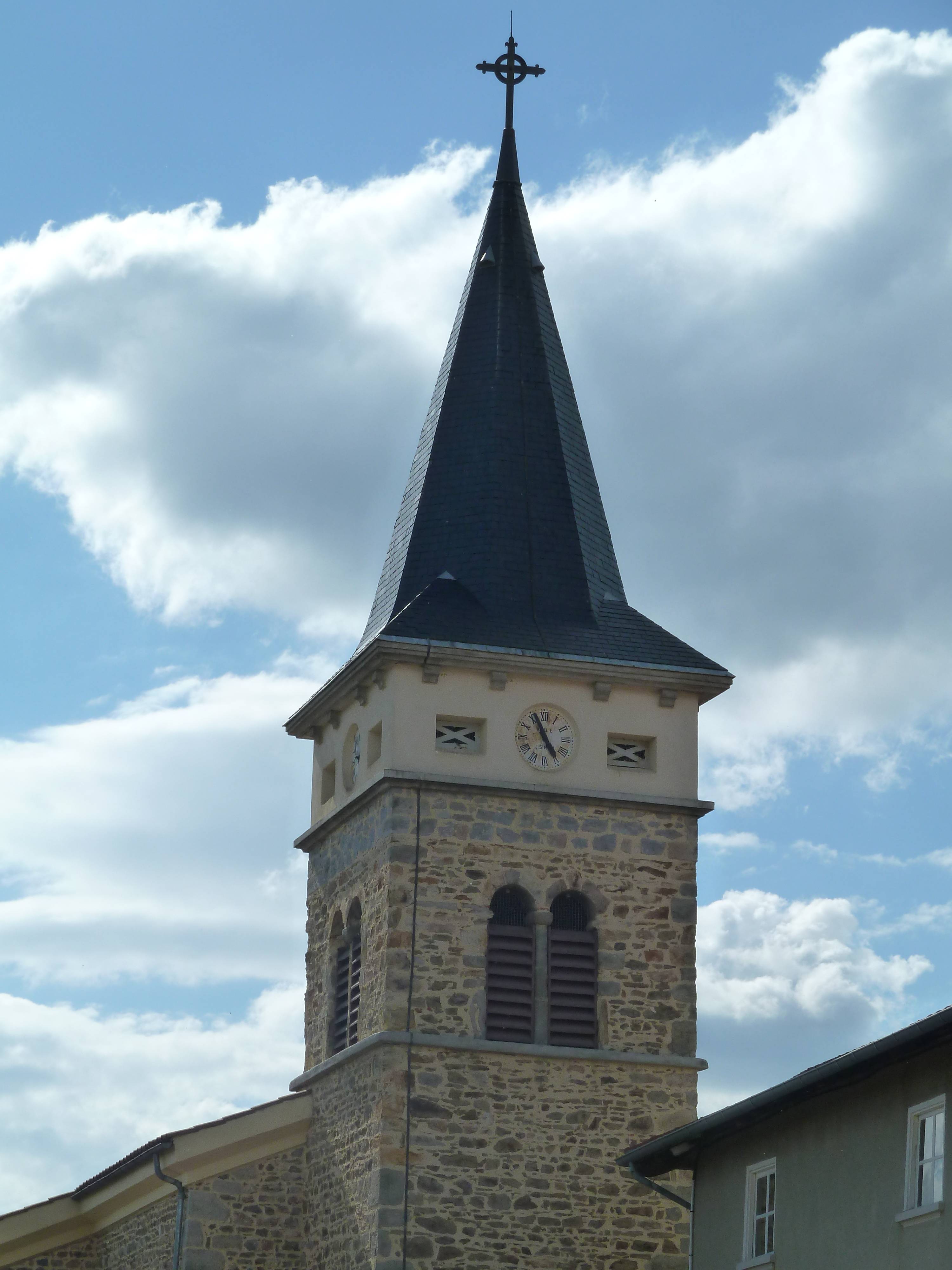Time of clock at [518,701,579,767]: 4:56
